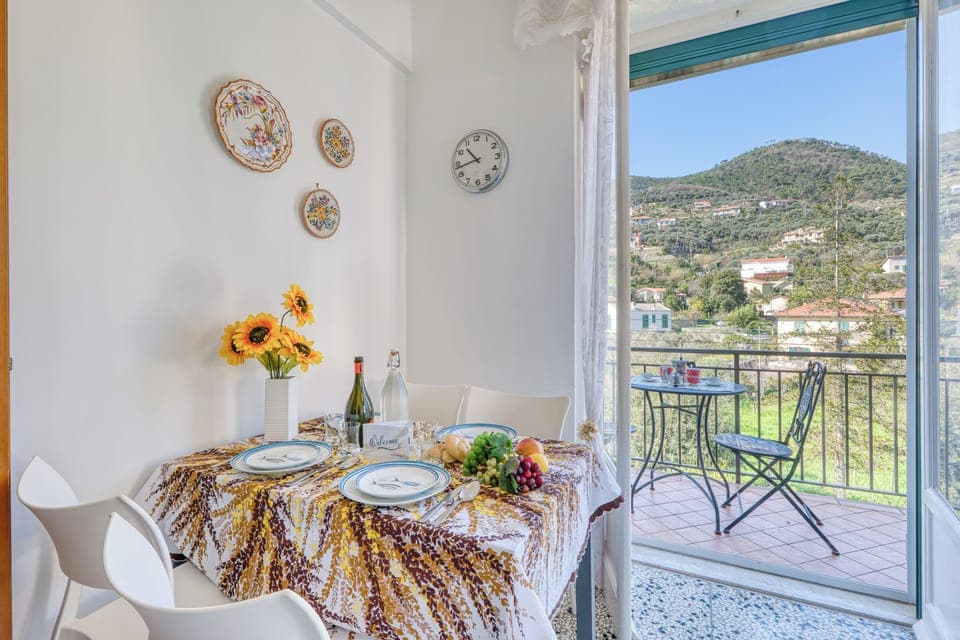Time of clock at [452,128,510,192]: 10:43
